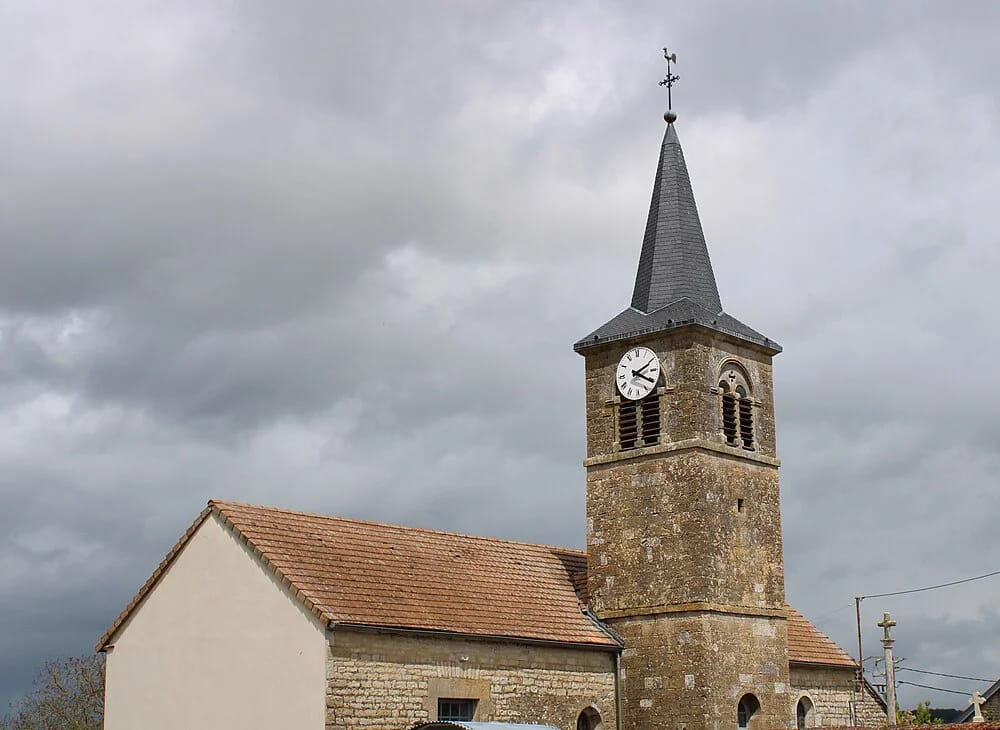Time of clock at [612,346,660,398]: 2:20
